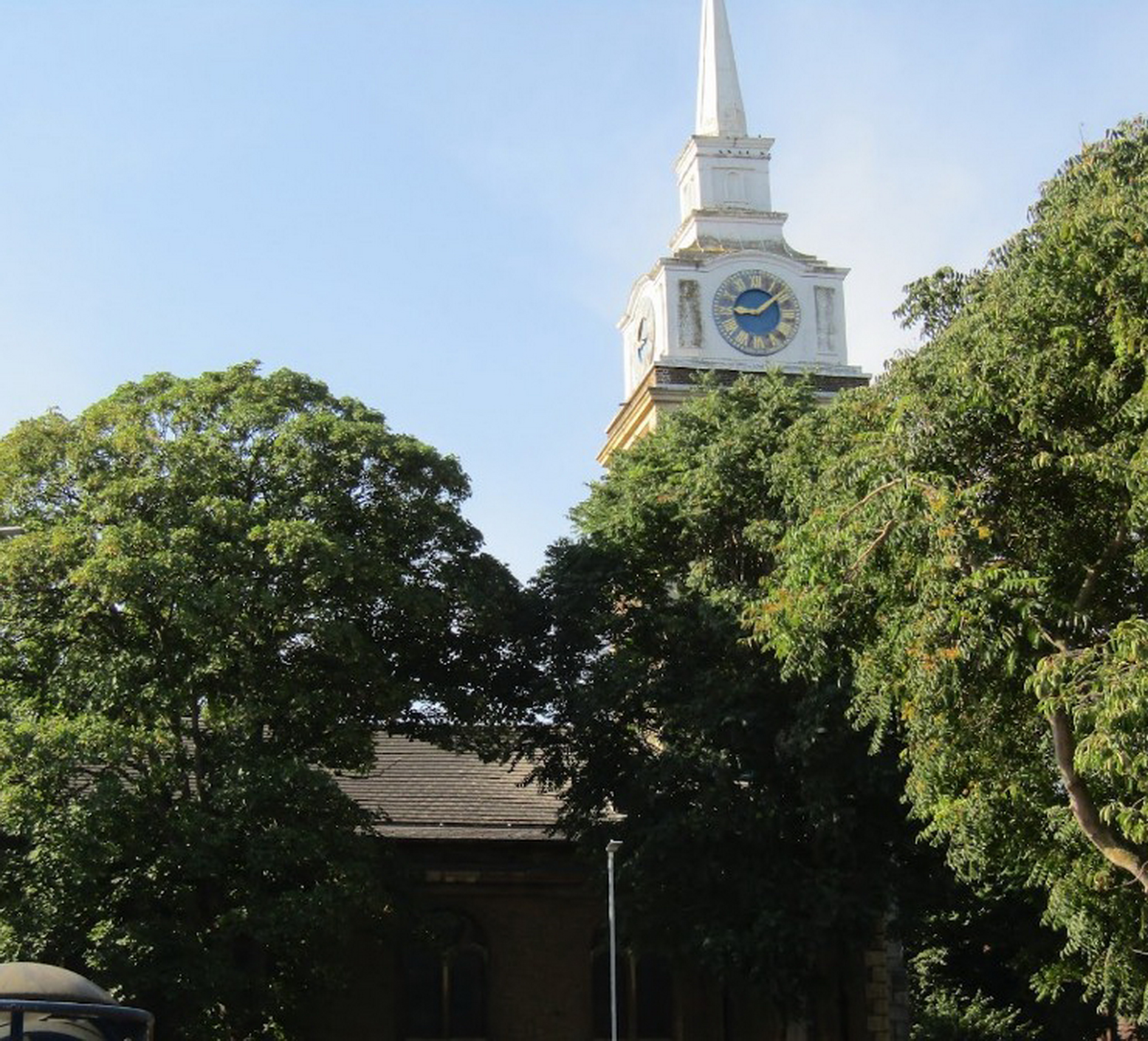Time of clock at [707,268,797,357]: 9:08
